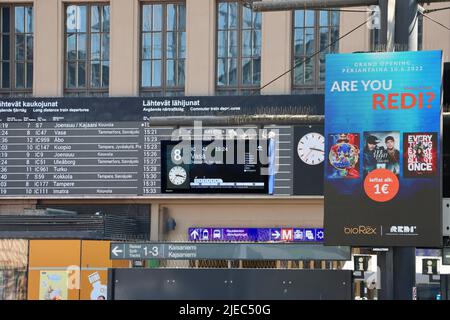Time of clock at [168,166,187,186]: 3:17
